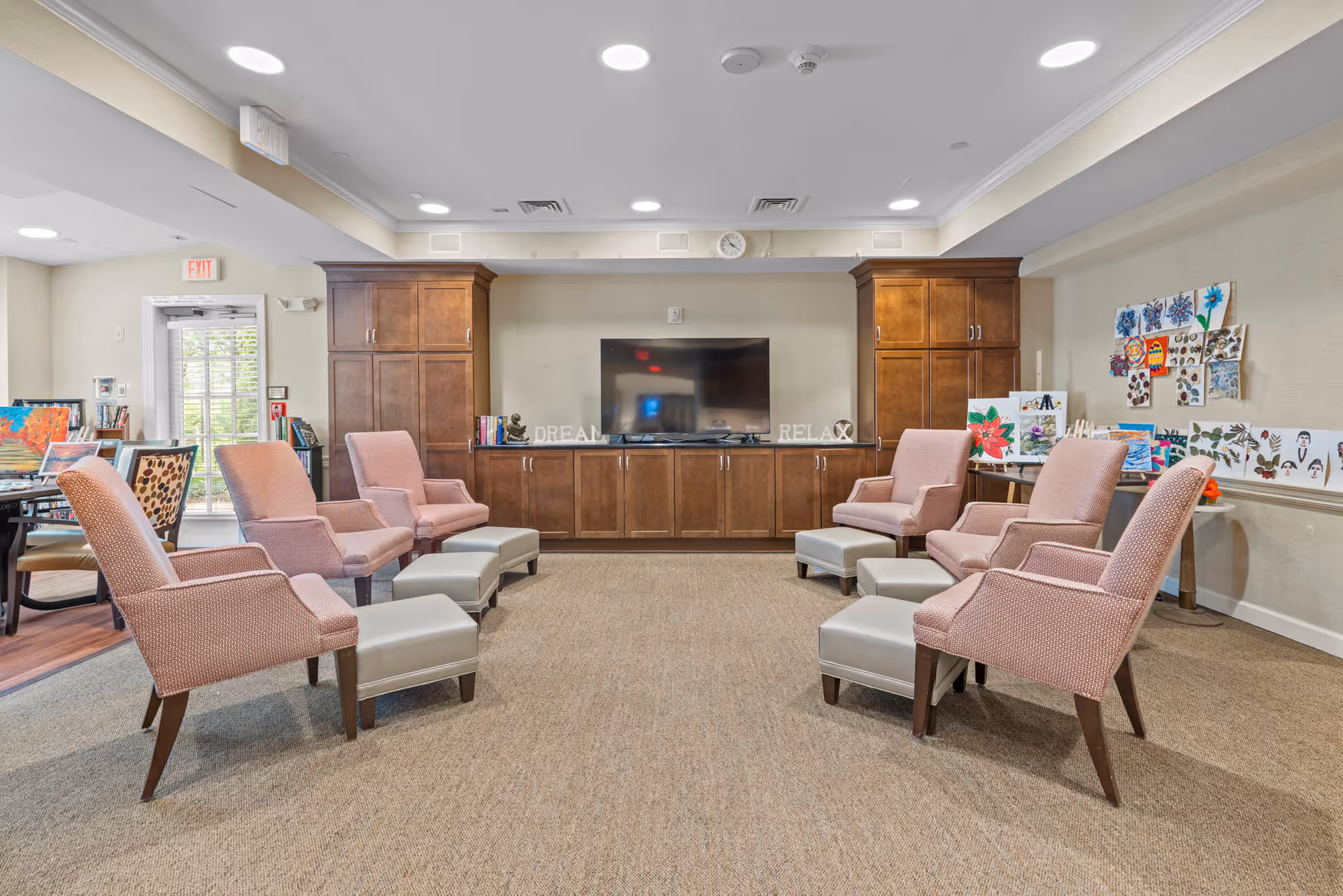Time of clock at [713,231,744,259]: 3:54
